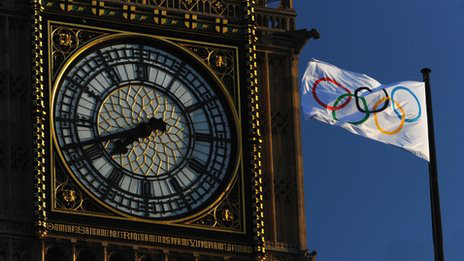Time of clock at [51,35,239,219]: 7:41
